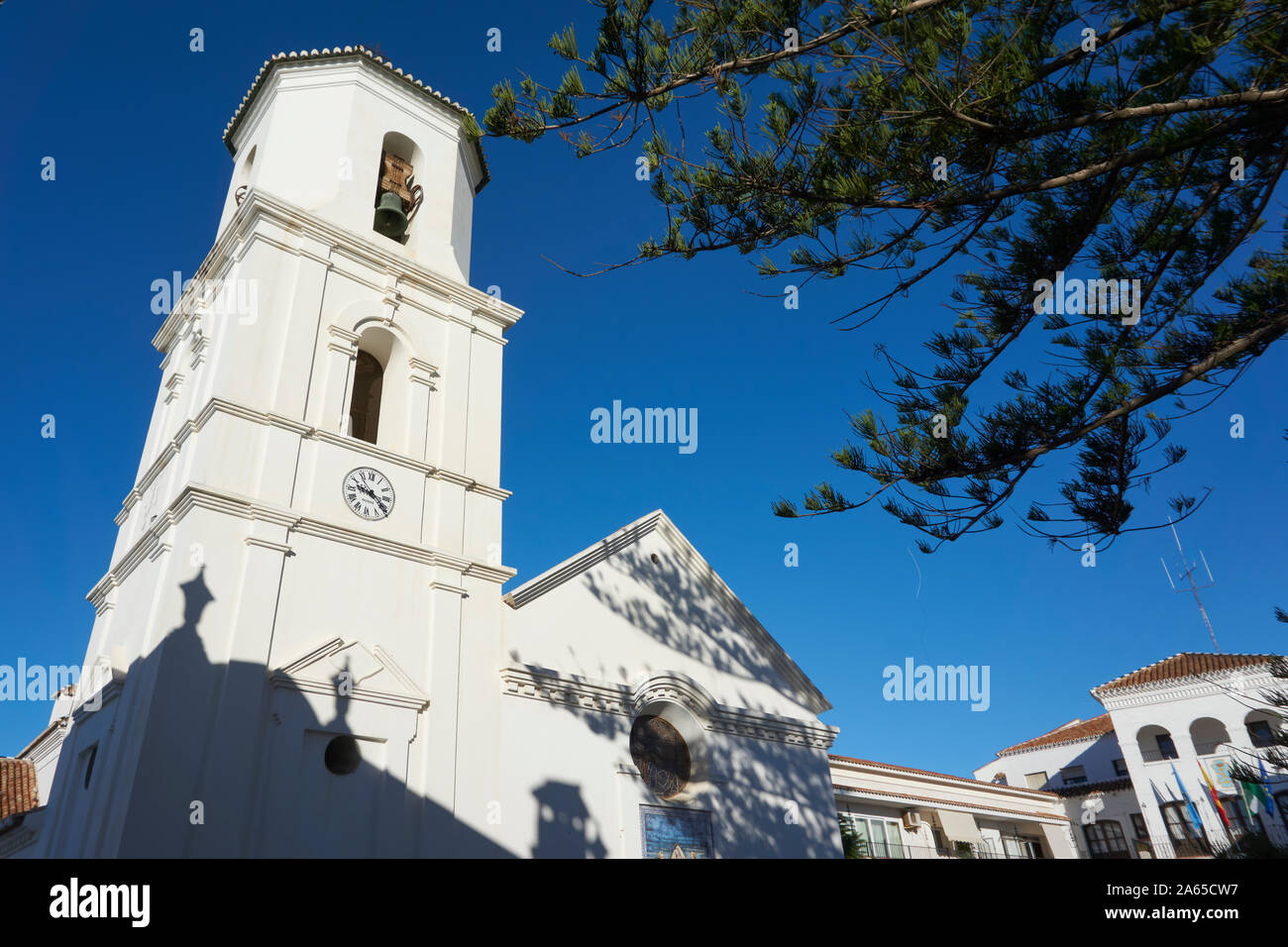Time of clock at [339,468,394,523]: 9:20
